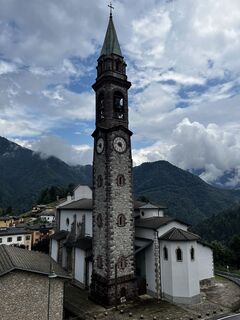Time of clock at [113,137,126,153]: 4:46
